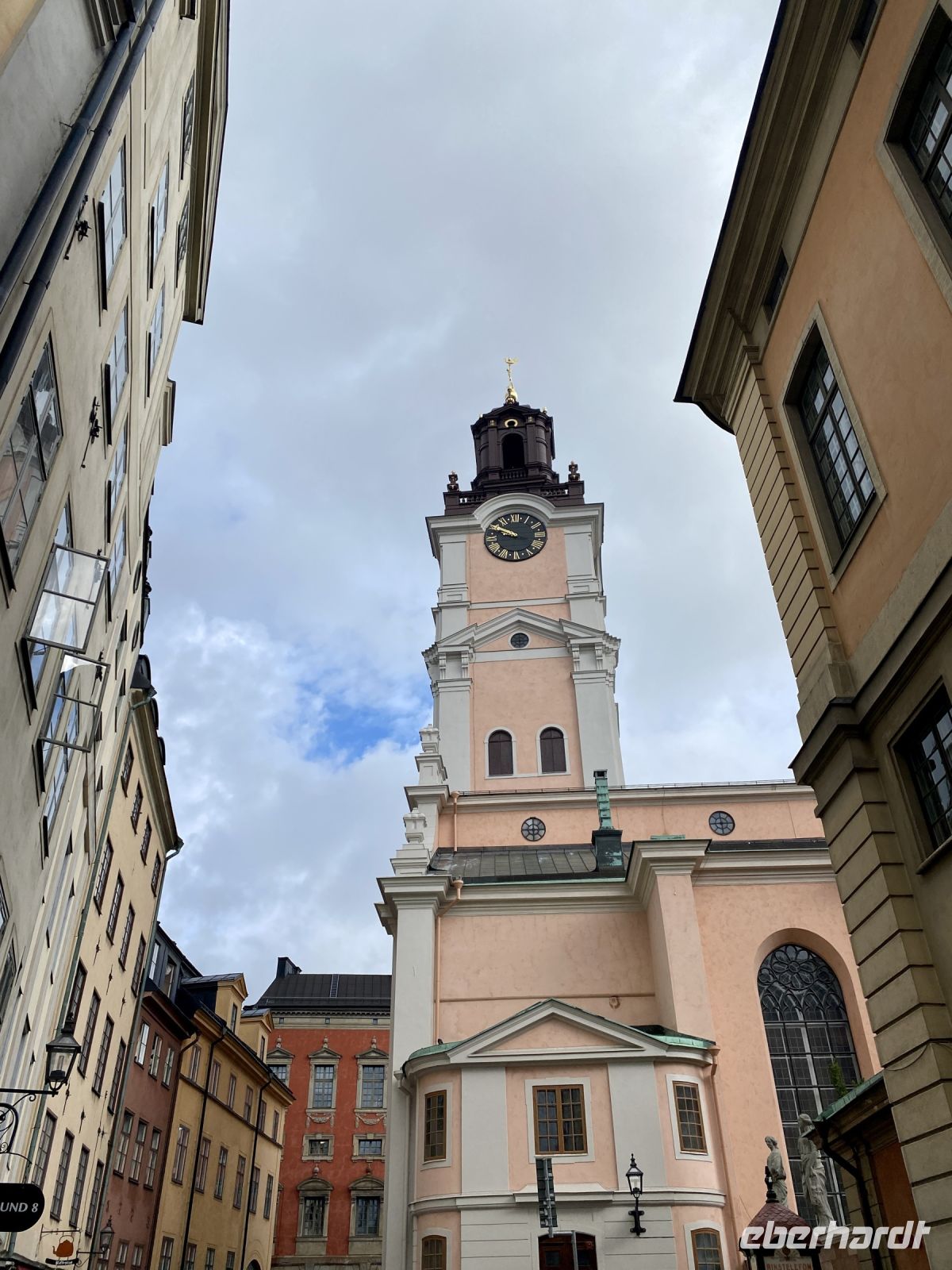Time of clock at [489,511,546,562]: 9:50
